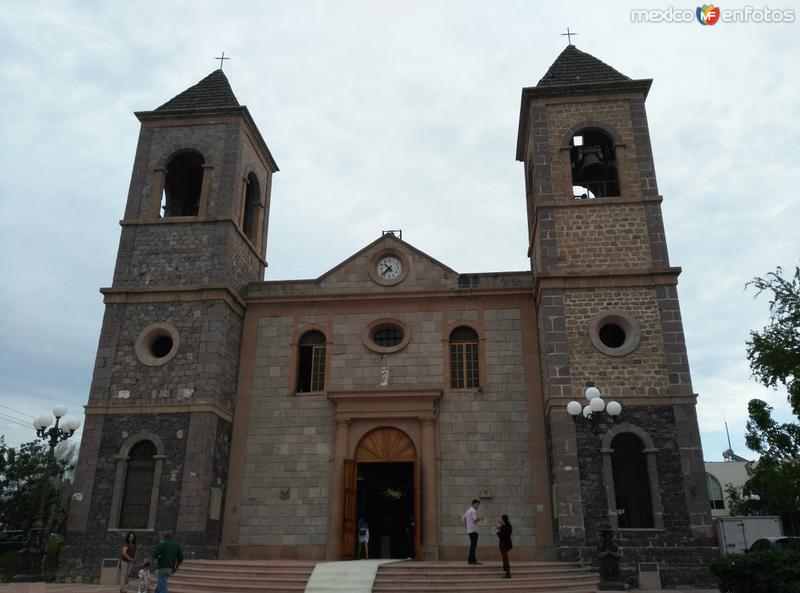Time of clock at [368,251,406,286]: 10:37
